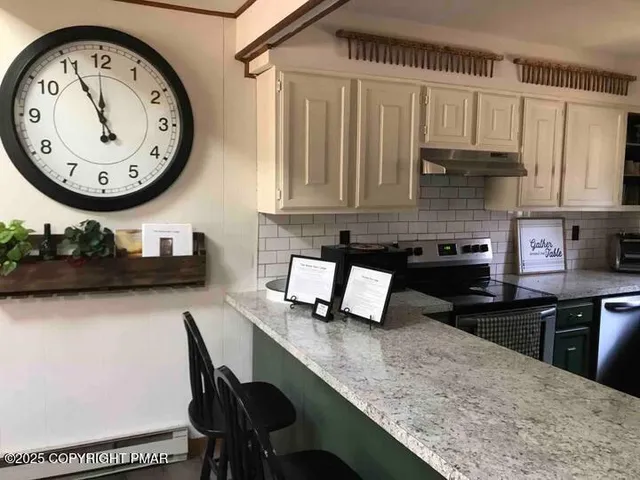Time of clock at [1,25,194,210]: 11:55
